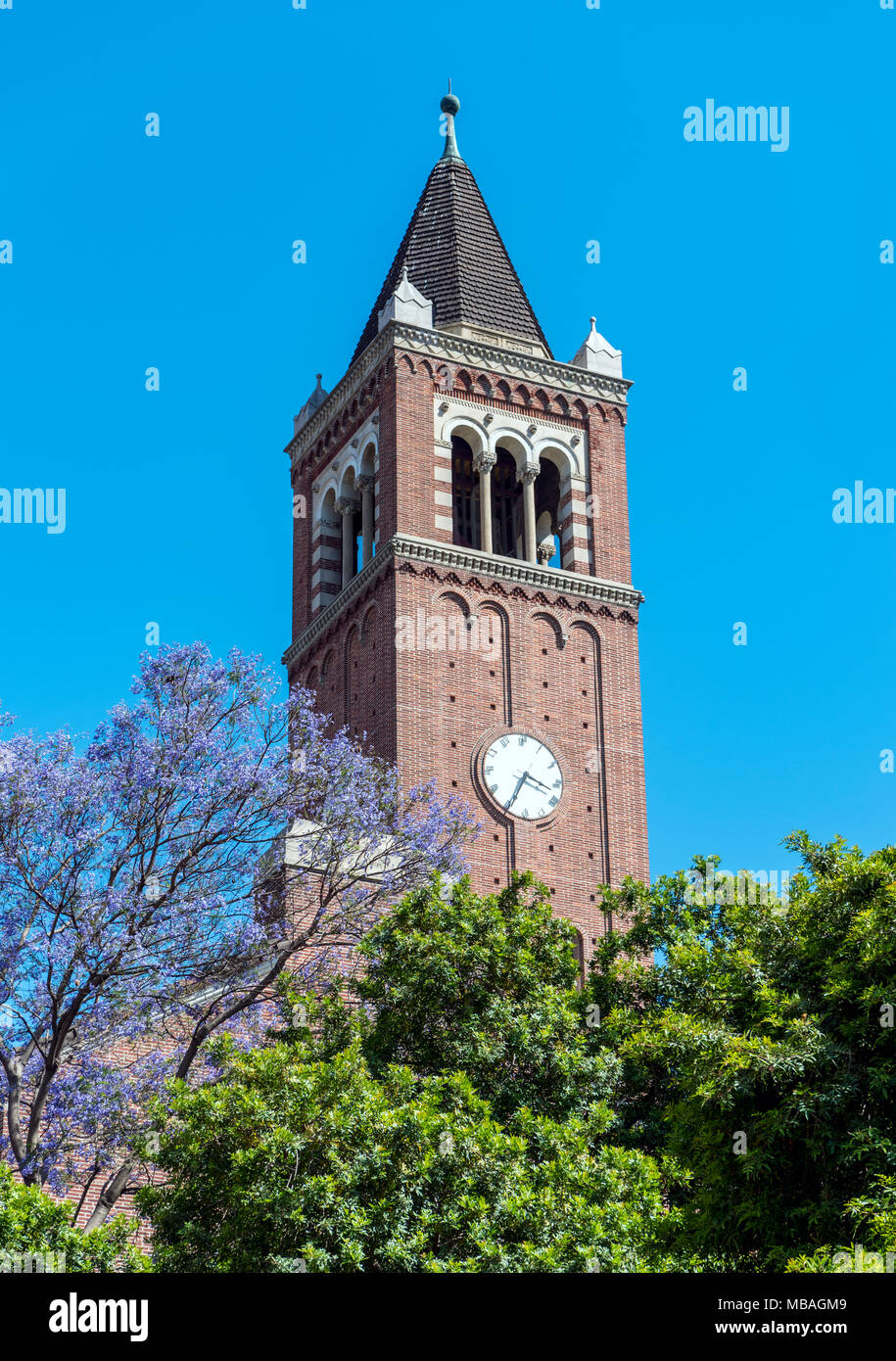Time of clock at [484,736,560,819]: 3:34
